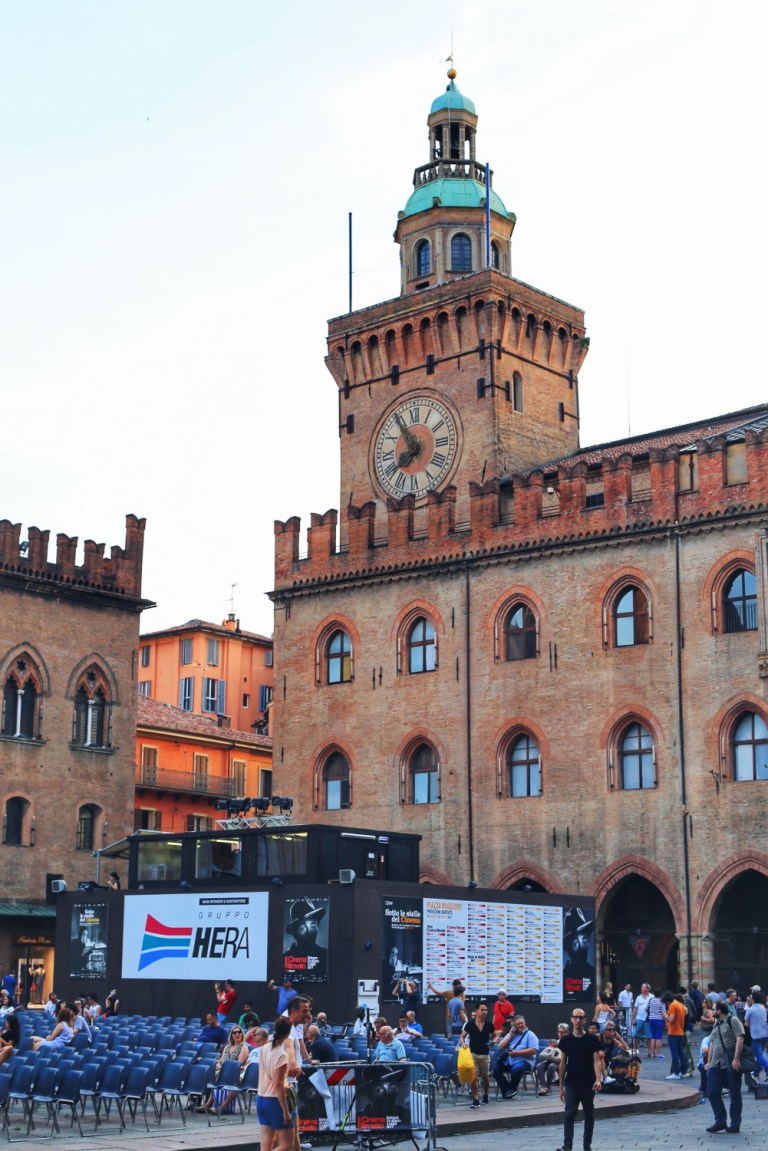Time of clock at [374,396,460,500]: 7:54
